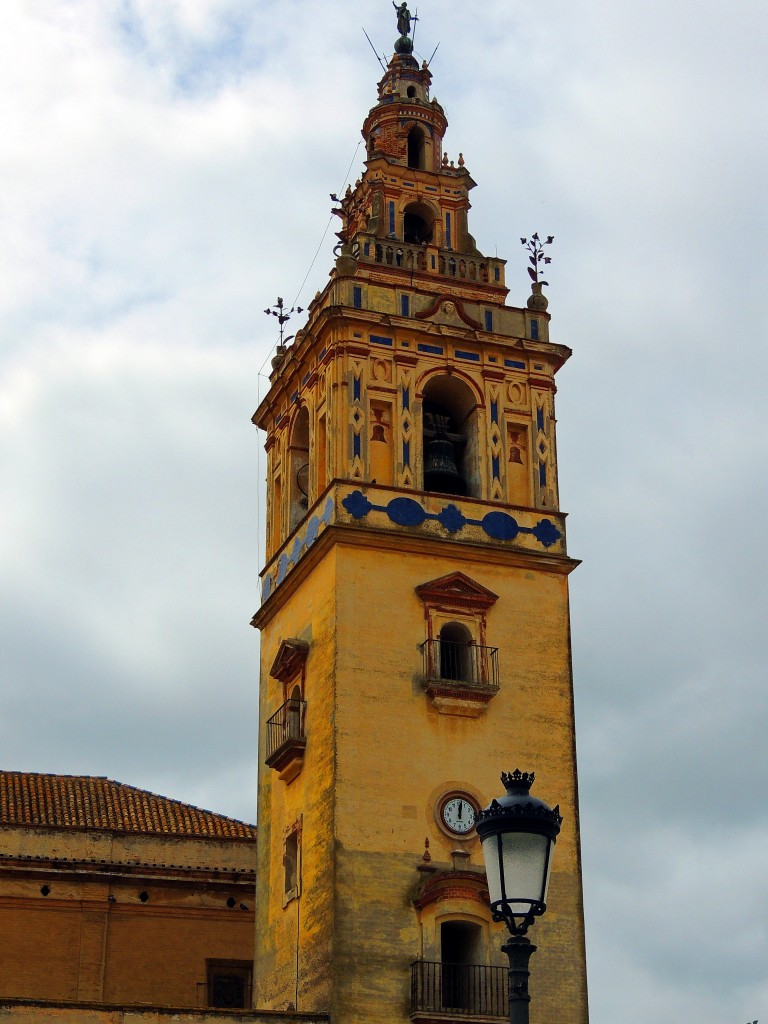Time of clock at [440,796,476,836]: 12:01
